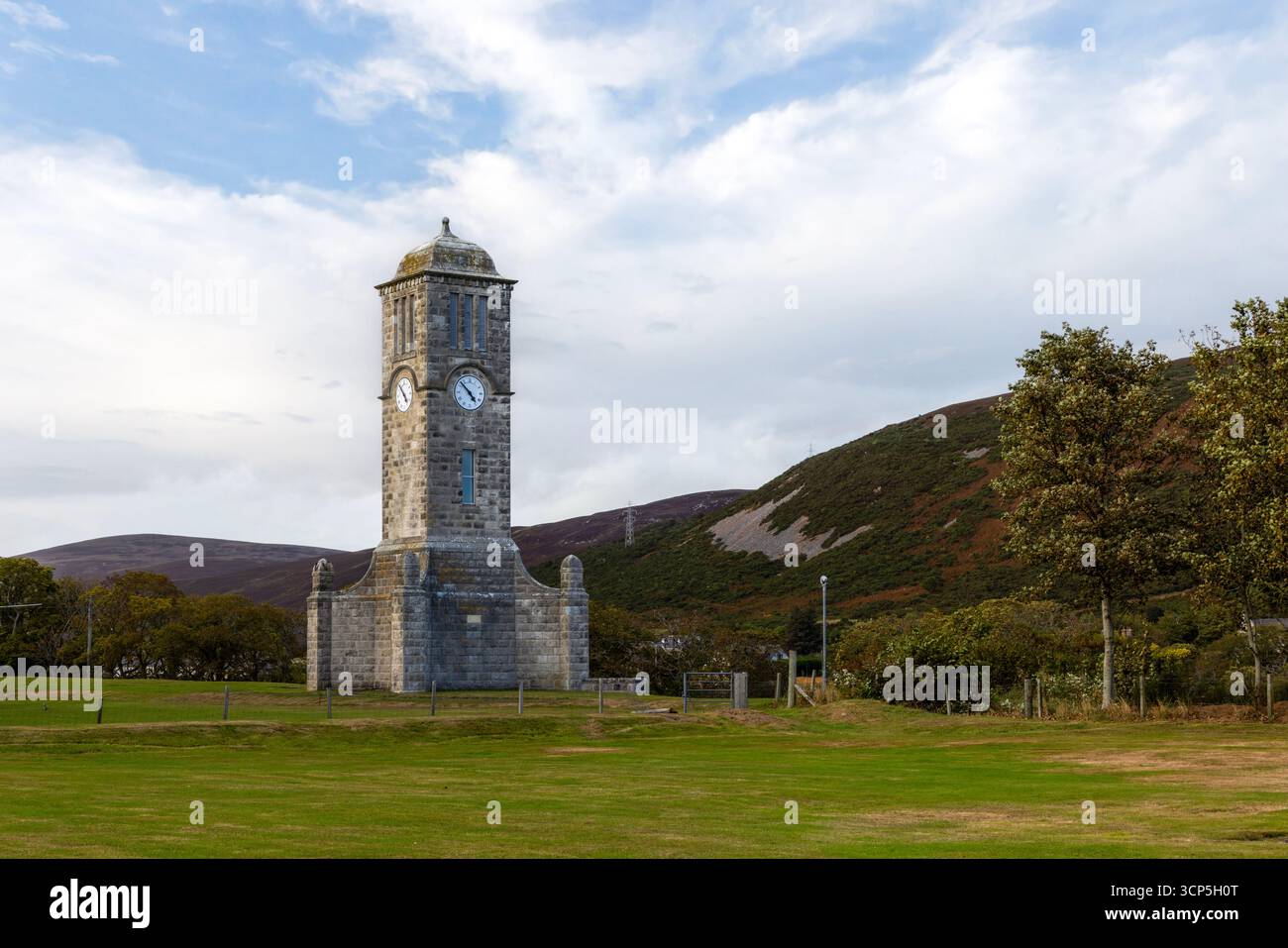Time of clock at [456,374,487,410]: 4:52
